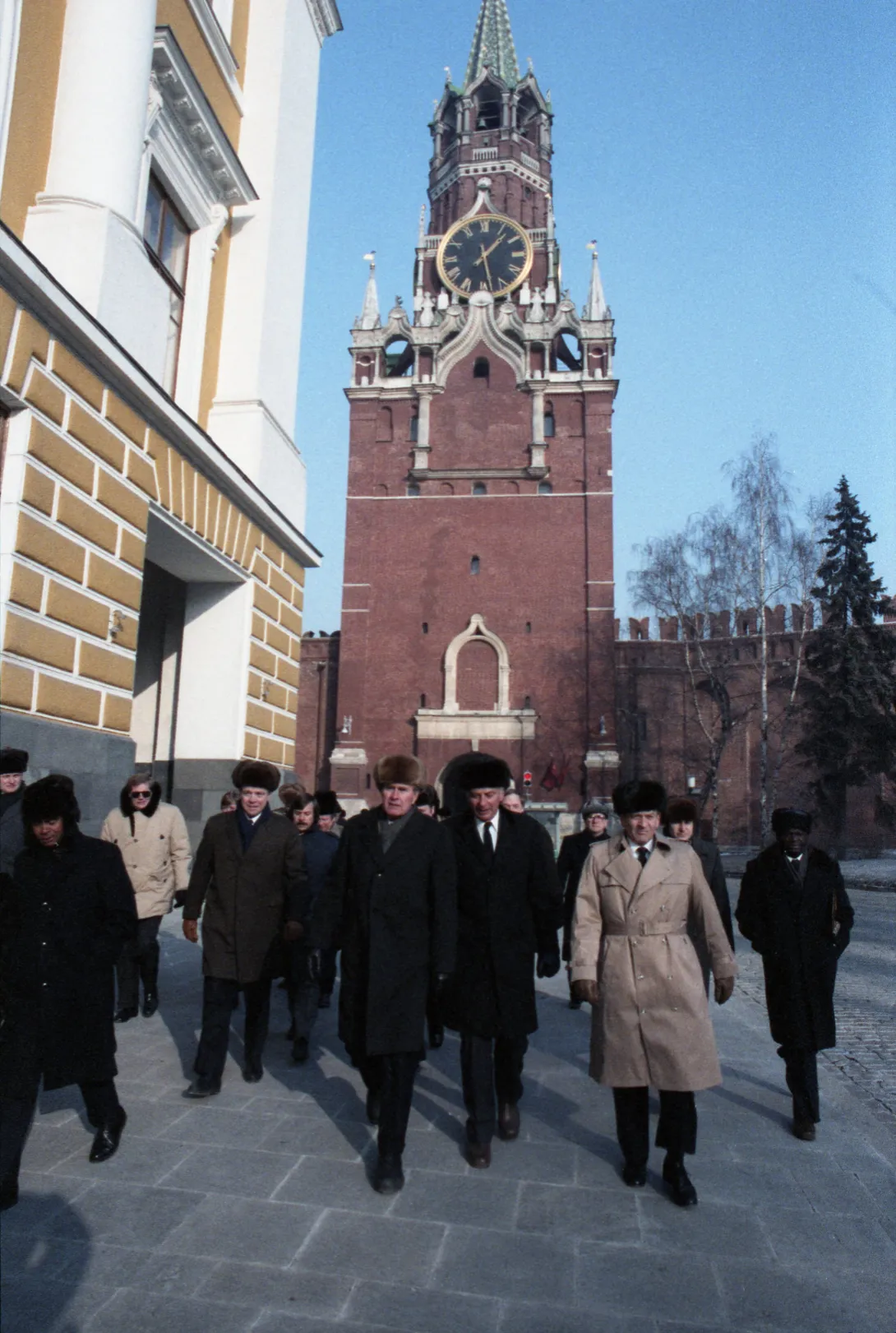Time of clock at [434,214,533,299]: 1:28
